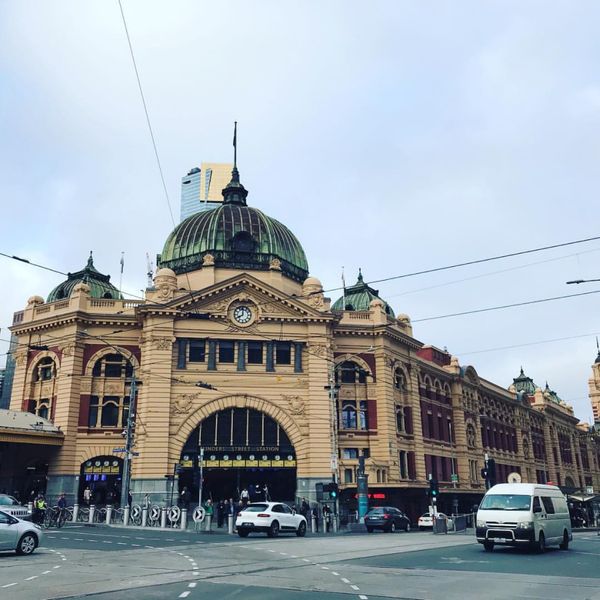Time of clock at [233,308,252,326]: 7:59
